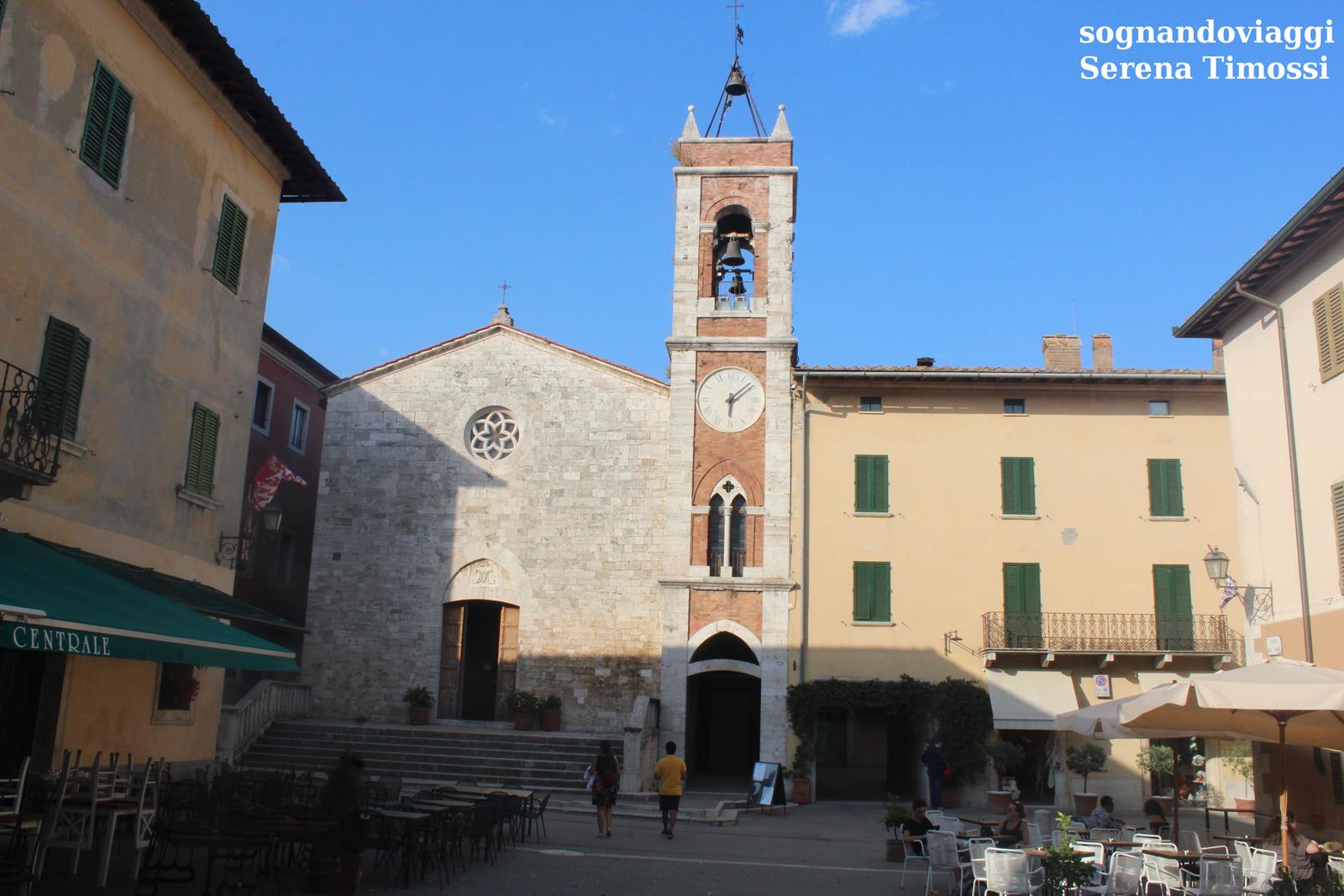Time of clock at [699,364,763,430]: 6:08
